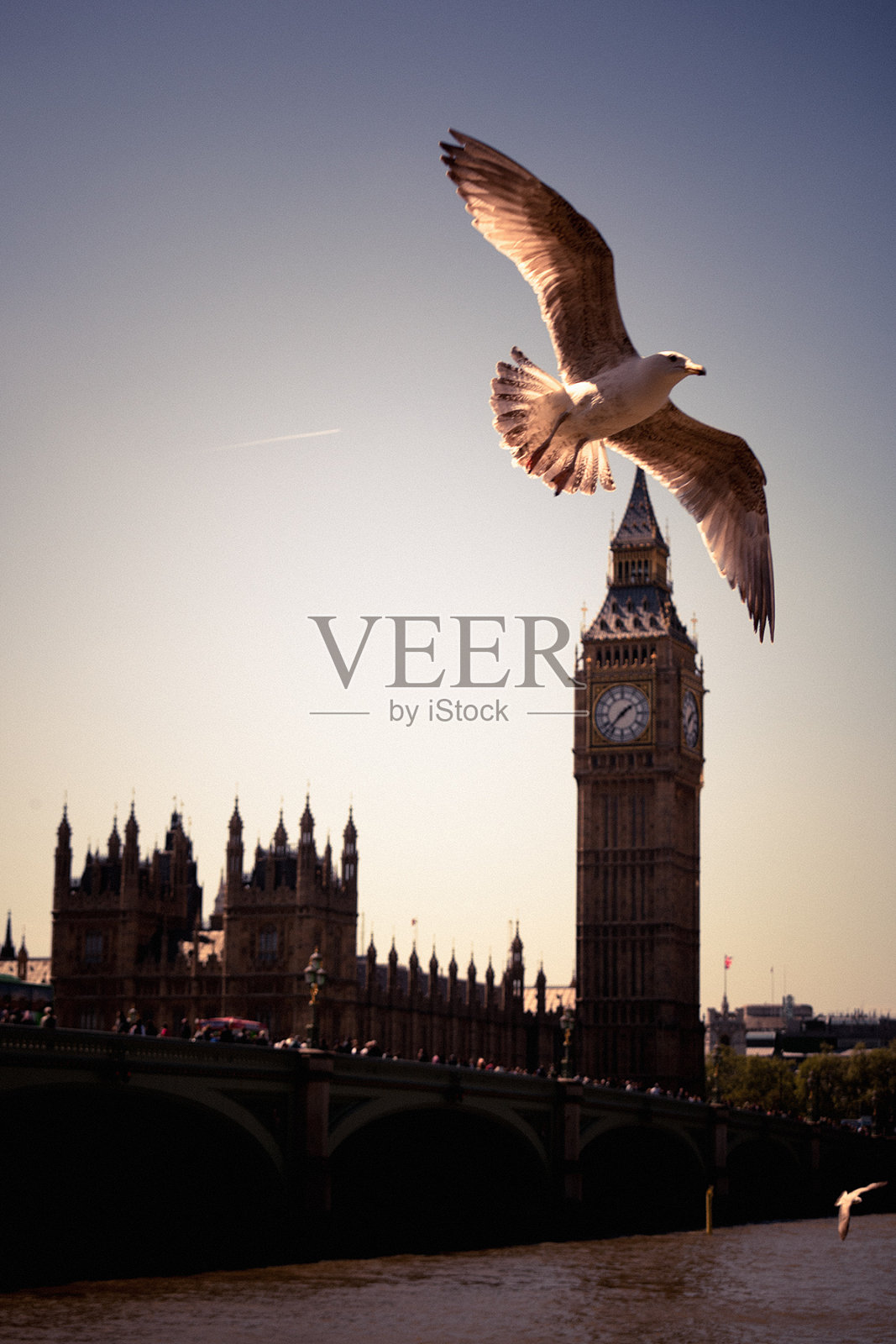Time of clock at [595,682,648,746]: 1:37
